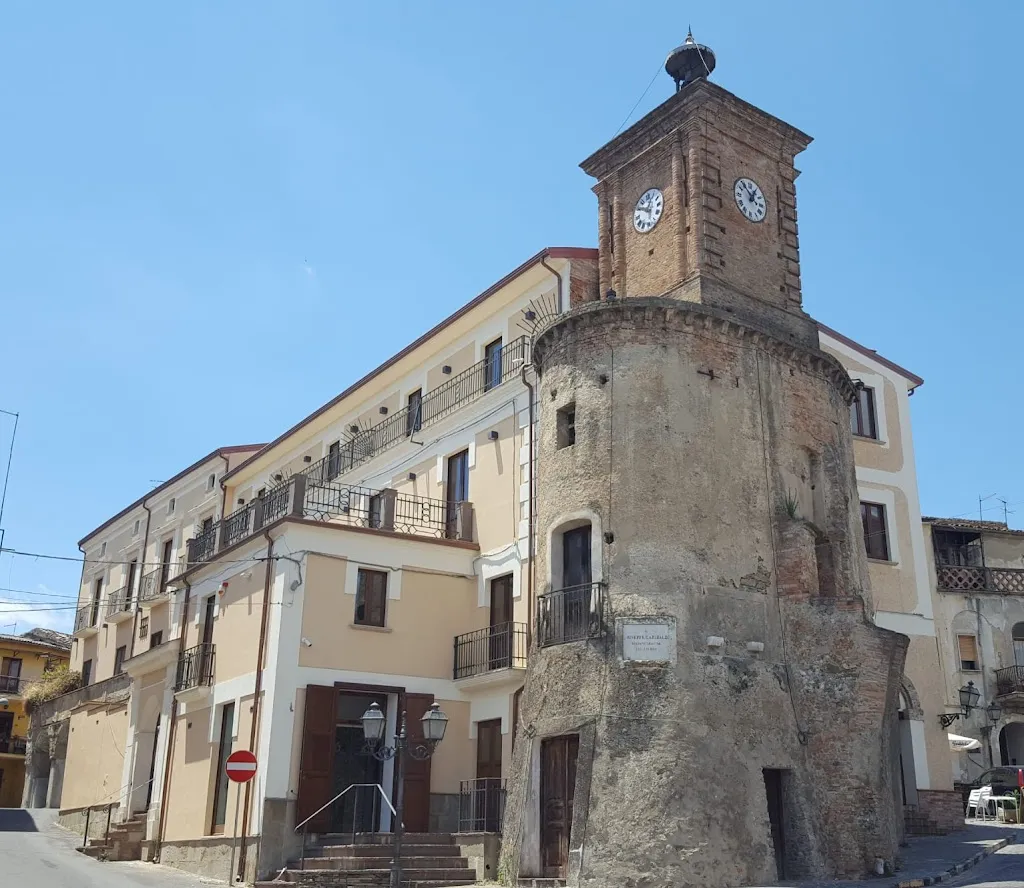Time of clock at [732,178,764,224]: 12:53
